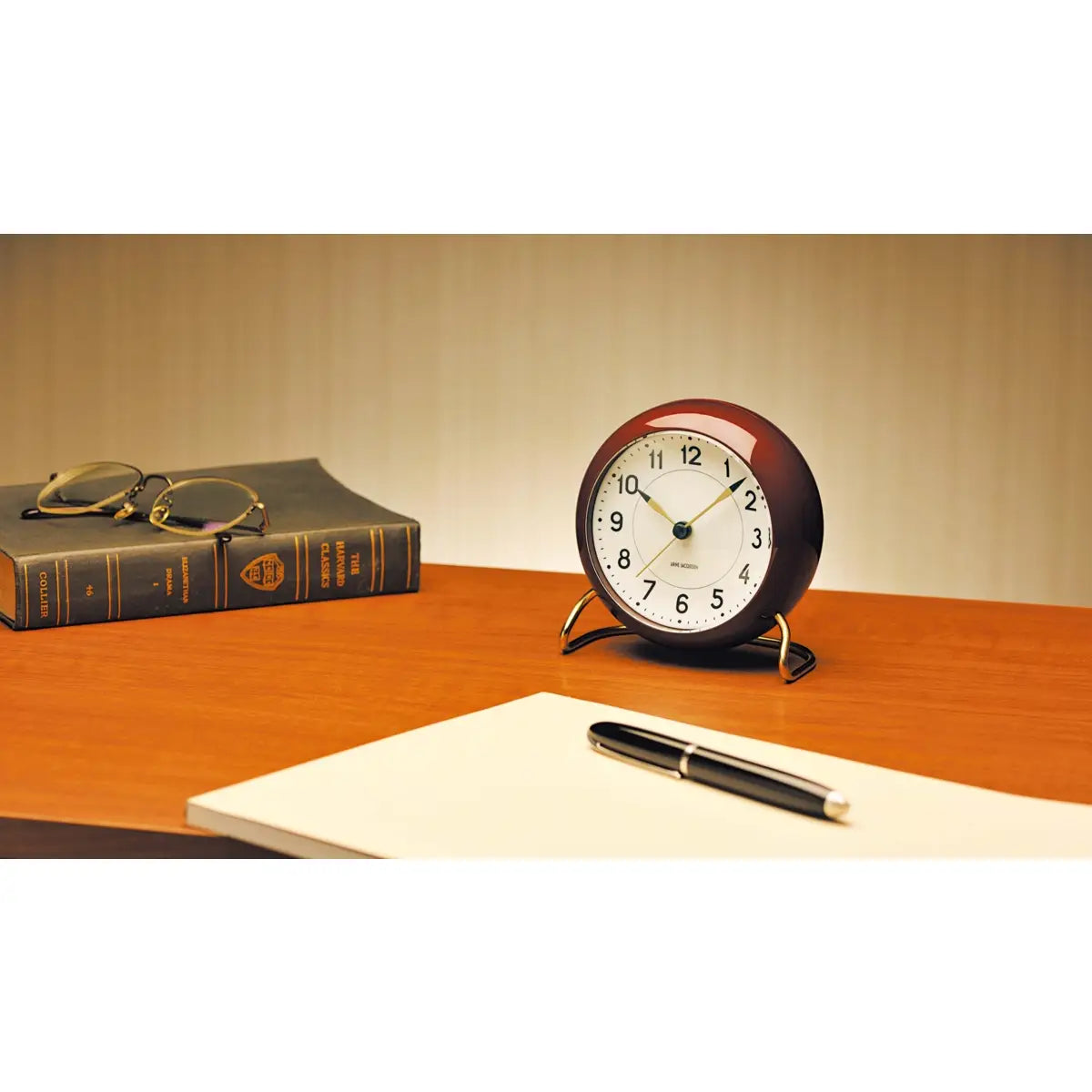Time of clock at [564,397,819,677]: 10:07
